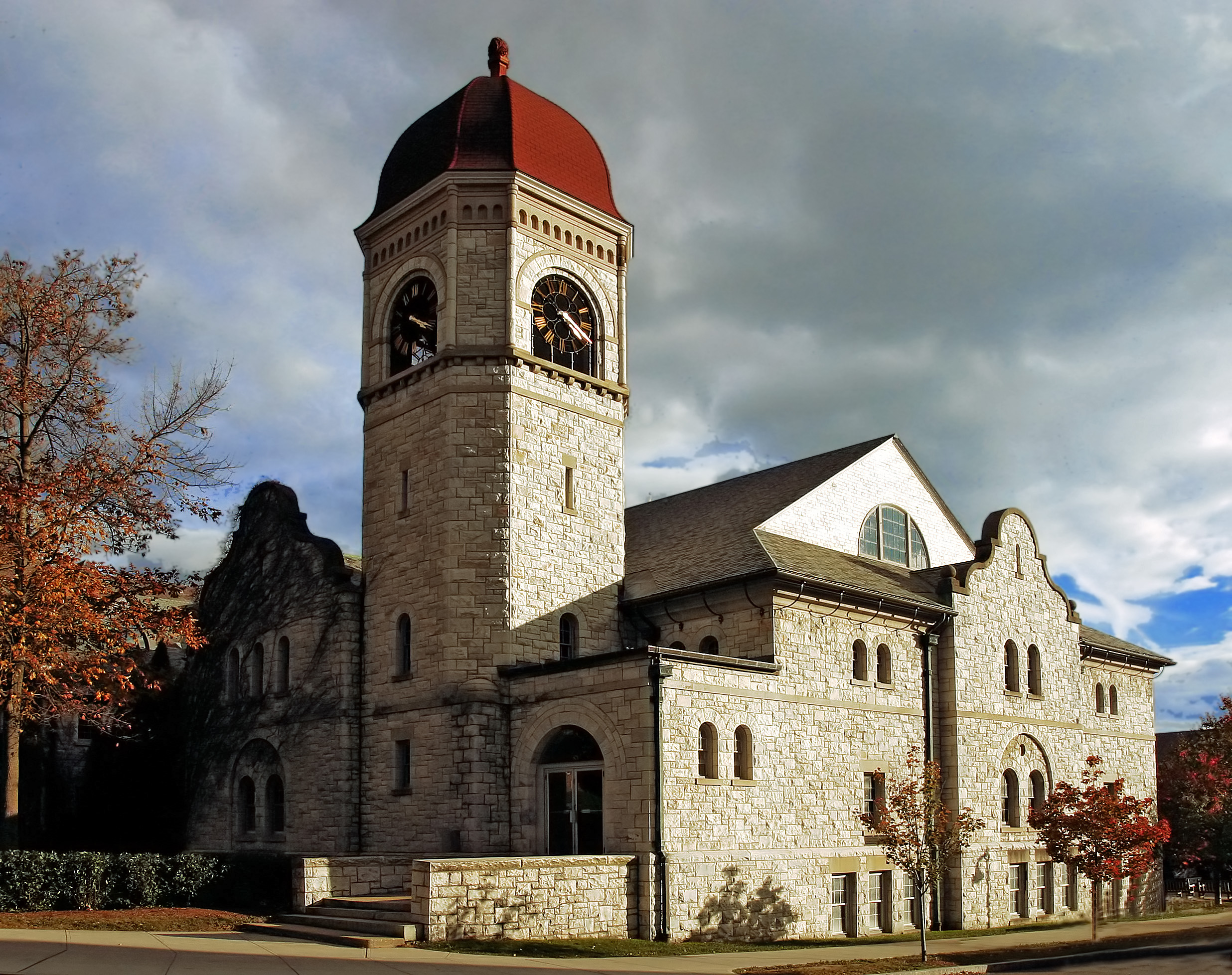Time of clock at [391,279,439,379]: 4:20
